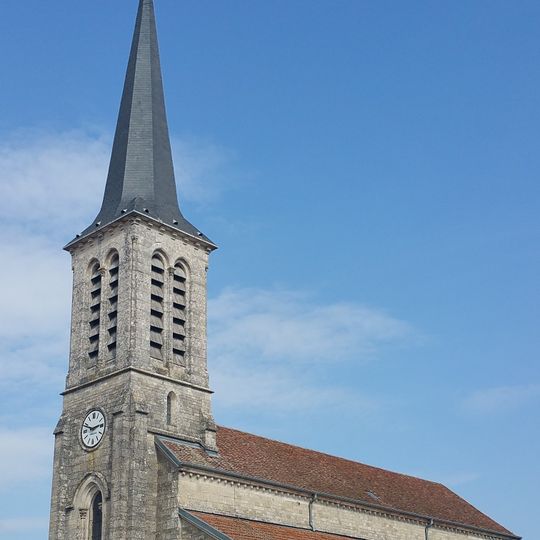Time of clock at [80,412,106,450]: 2:48
